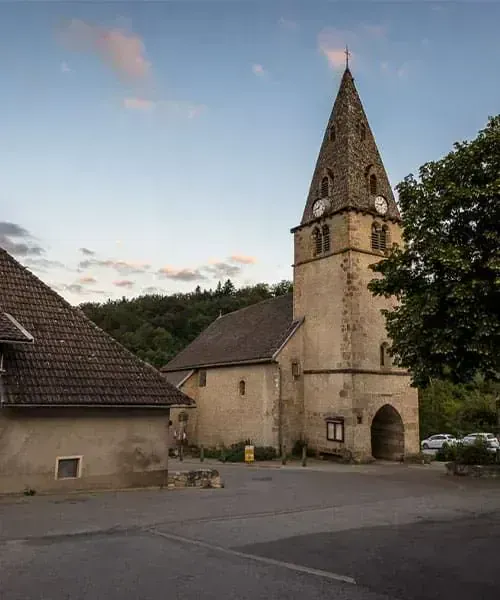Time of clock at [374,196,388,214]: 9:07
